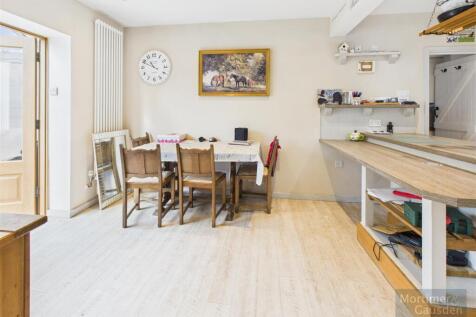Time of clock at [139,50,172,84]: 10:49
